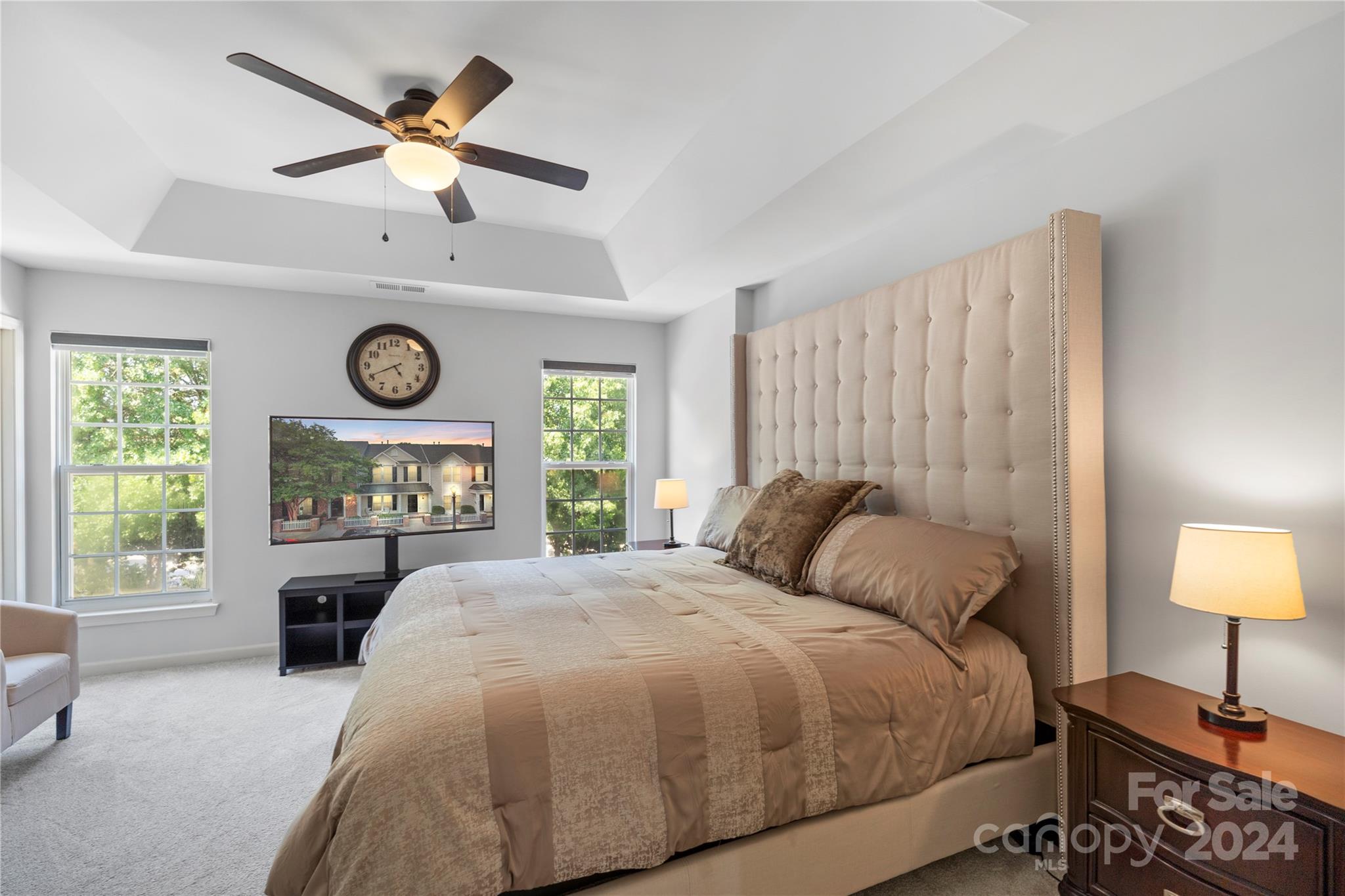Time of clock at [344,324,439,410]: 4:40
